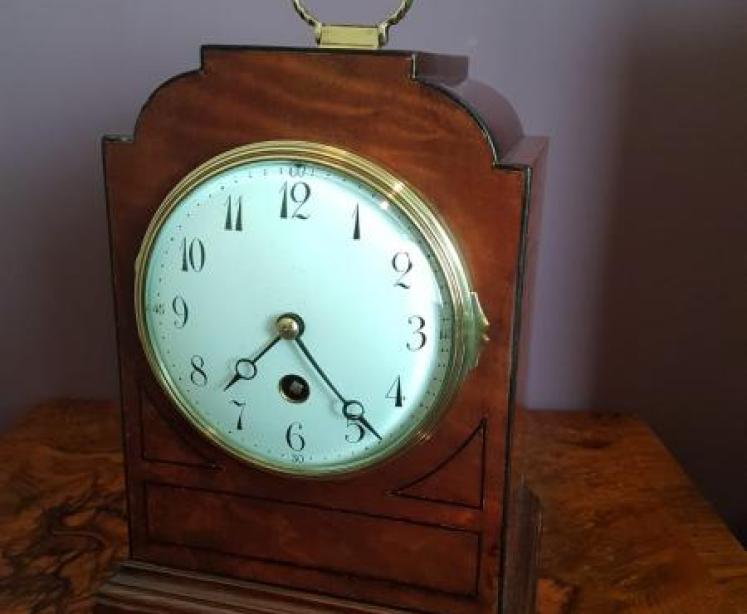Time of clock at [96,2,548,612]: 7:23
